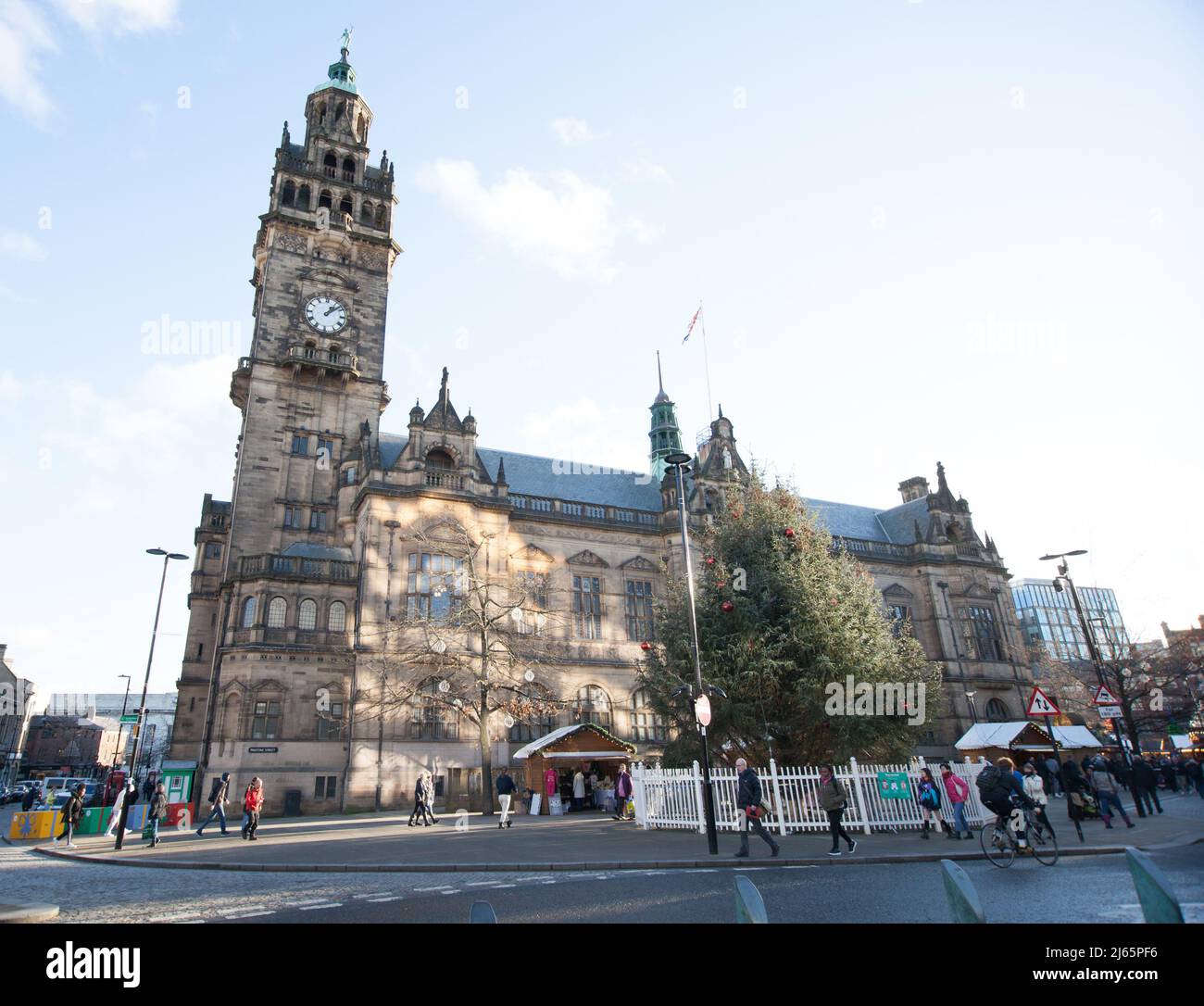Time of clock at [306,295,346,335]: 1:08
